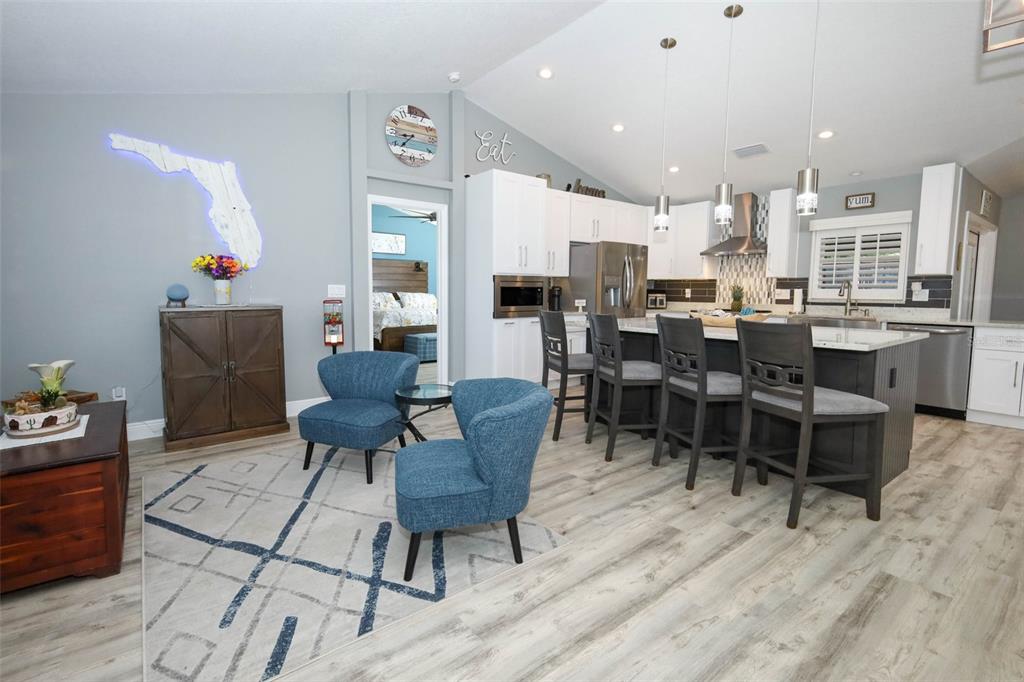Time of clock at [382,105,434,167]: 8:37
